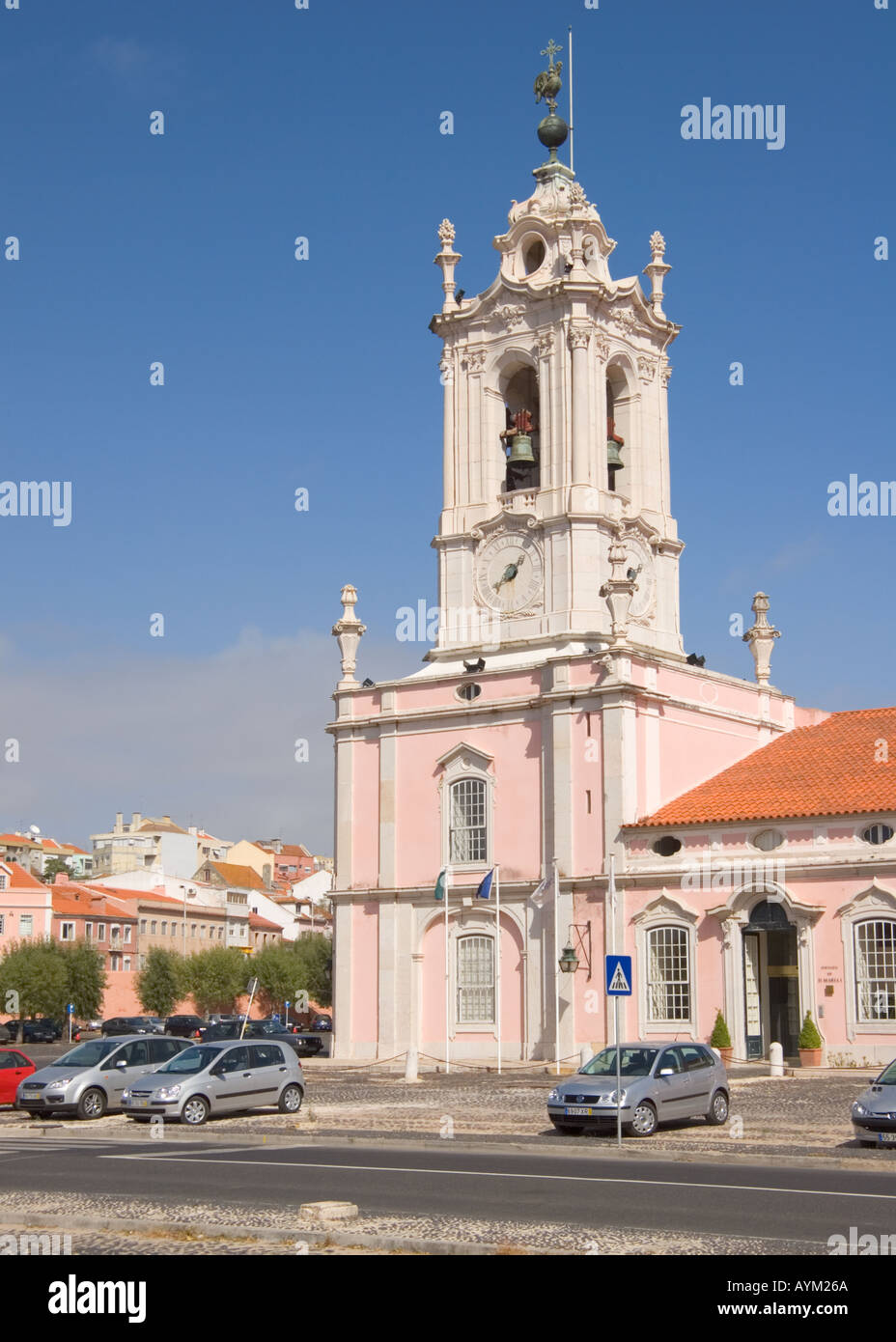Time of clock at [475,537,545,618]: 8:07
